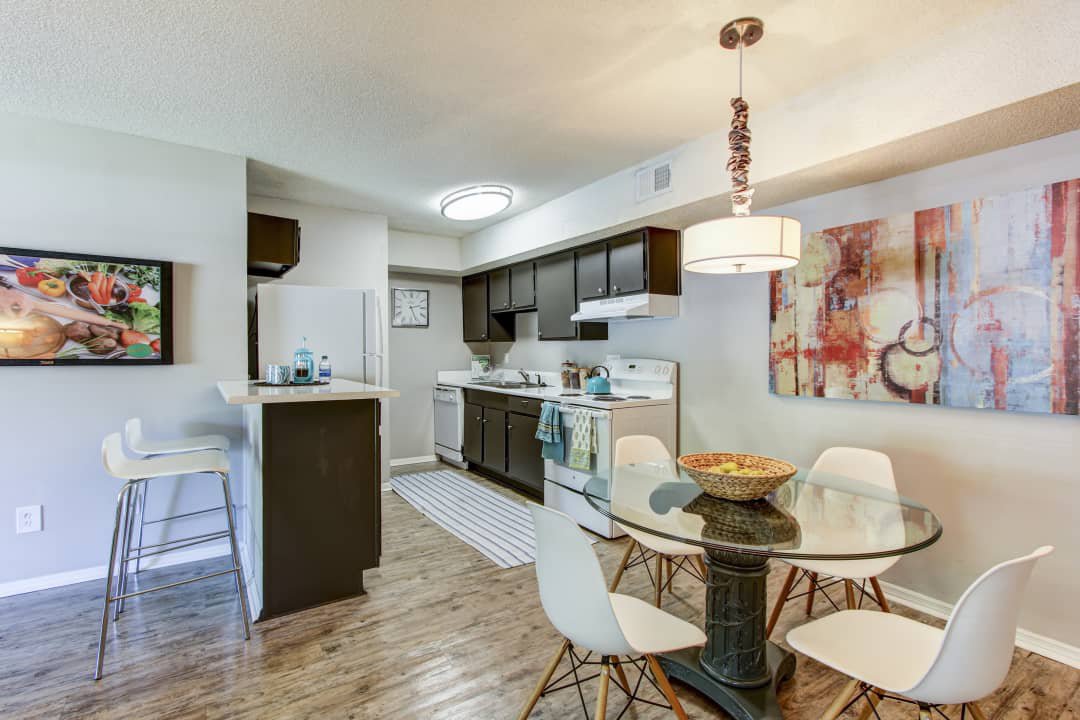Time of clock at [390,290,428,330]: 2:26
